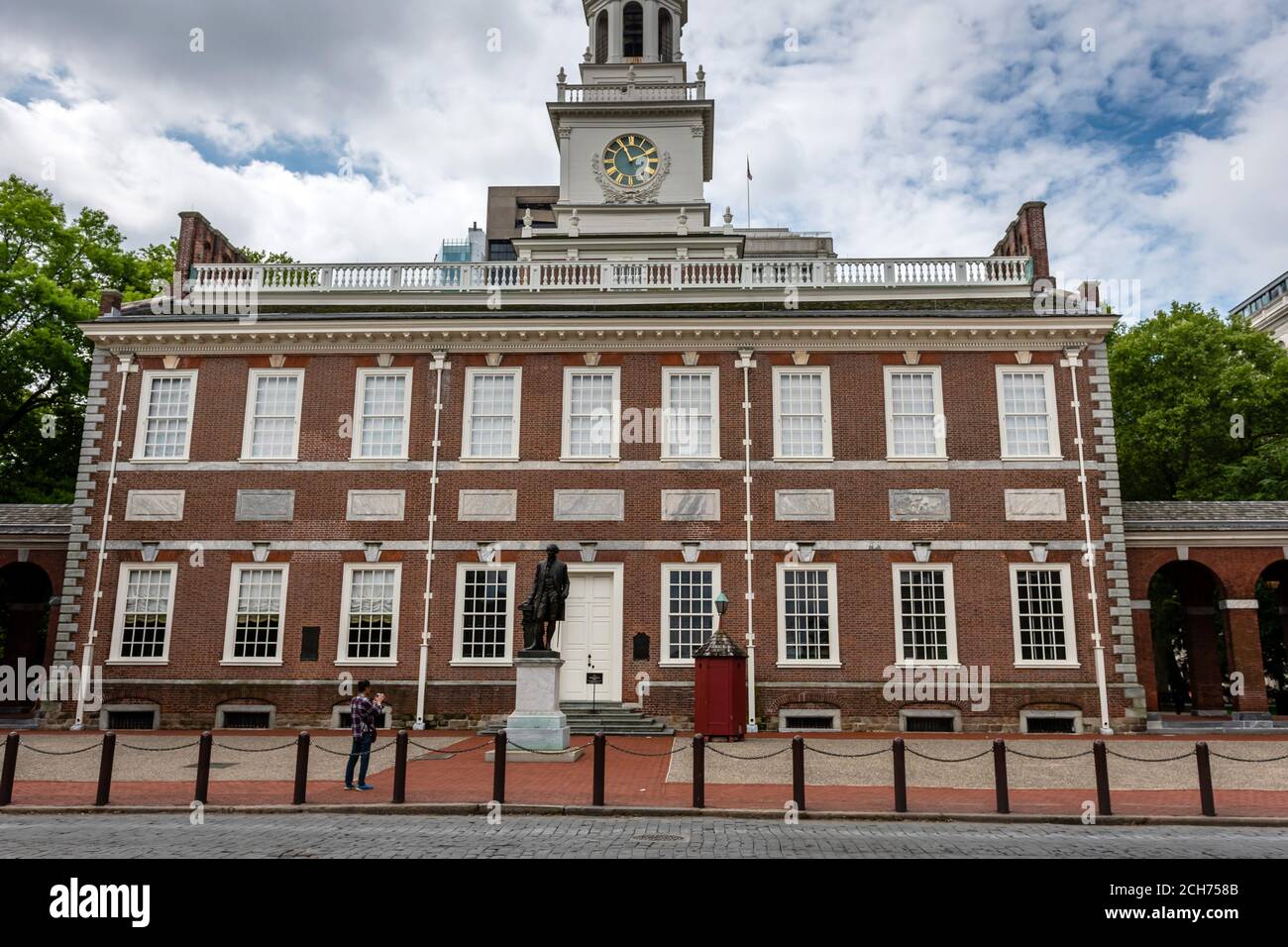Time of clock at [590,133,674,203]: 1:56
